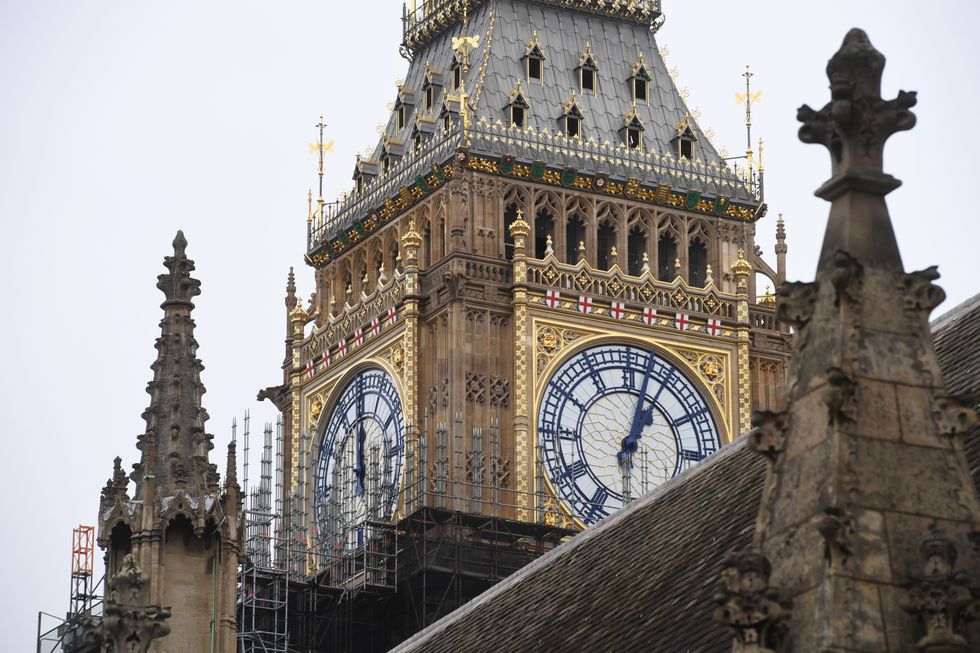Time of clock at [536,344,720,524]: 1:02
